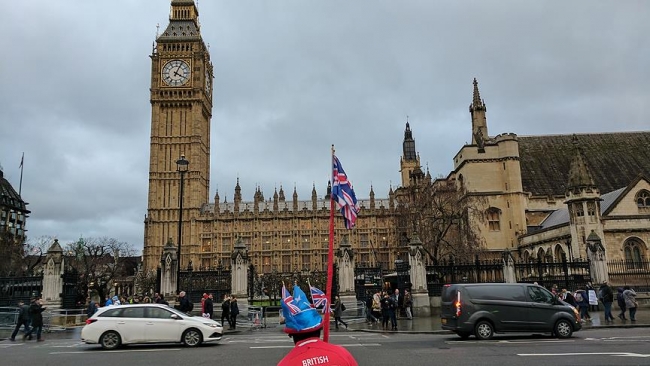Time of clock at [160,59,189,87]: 4:04
